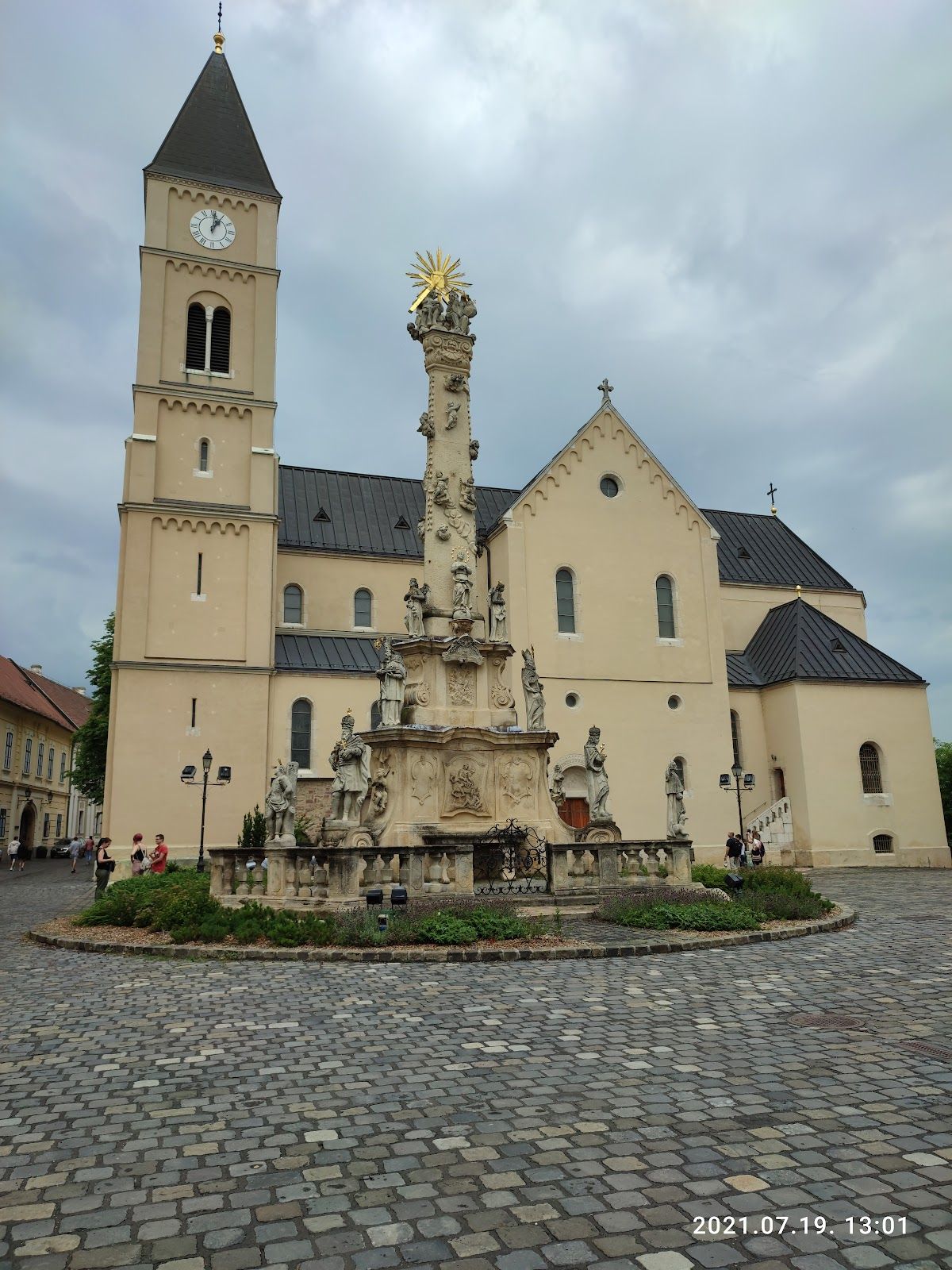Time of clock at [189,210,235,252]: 1:01
